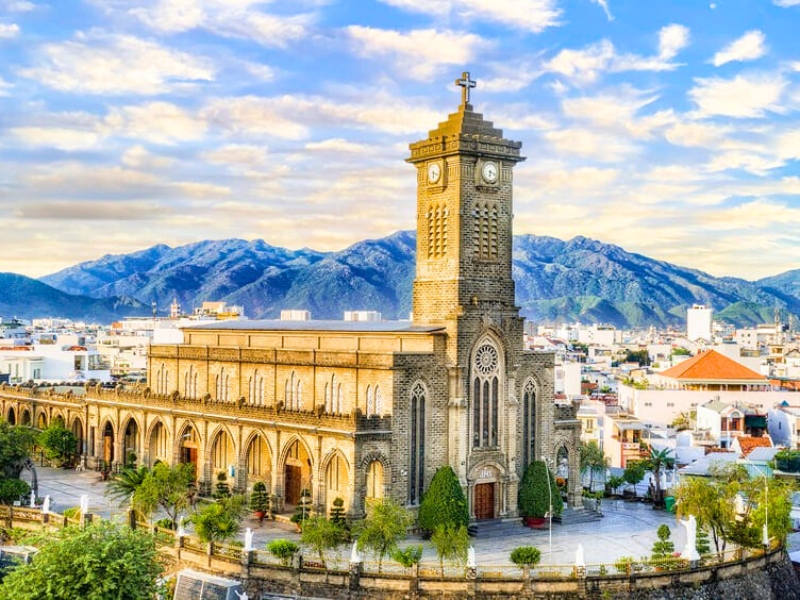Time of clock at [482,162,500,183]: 6:18
